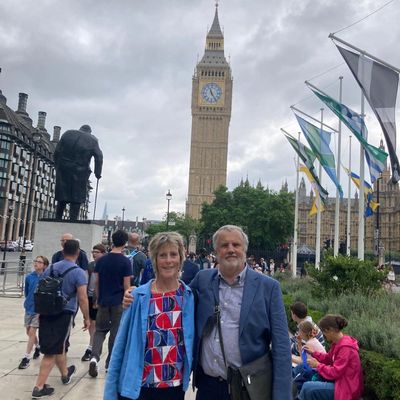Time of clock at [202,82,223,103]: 11:24
